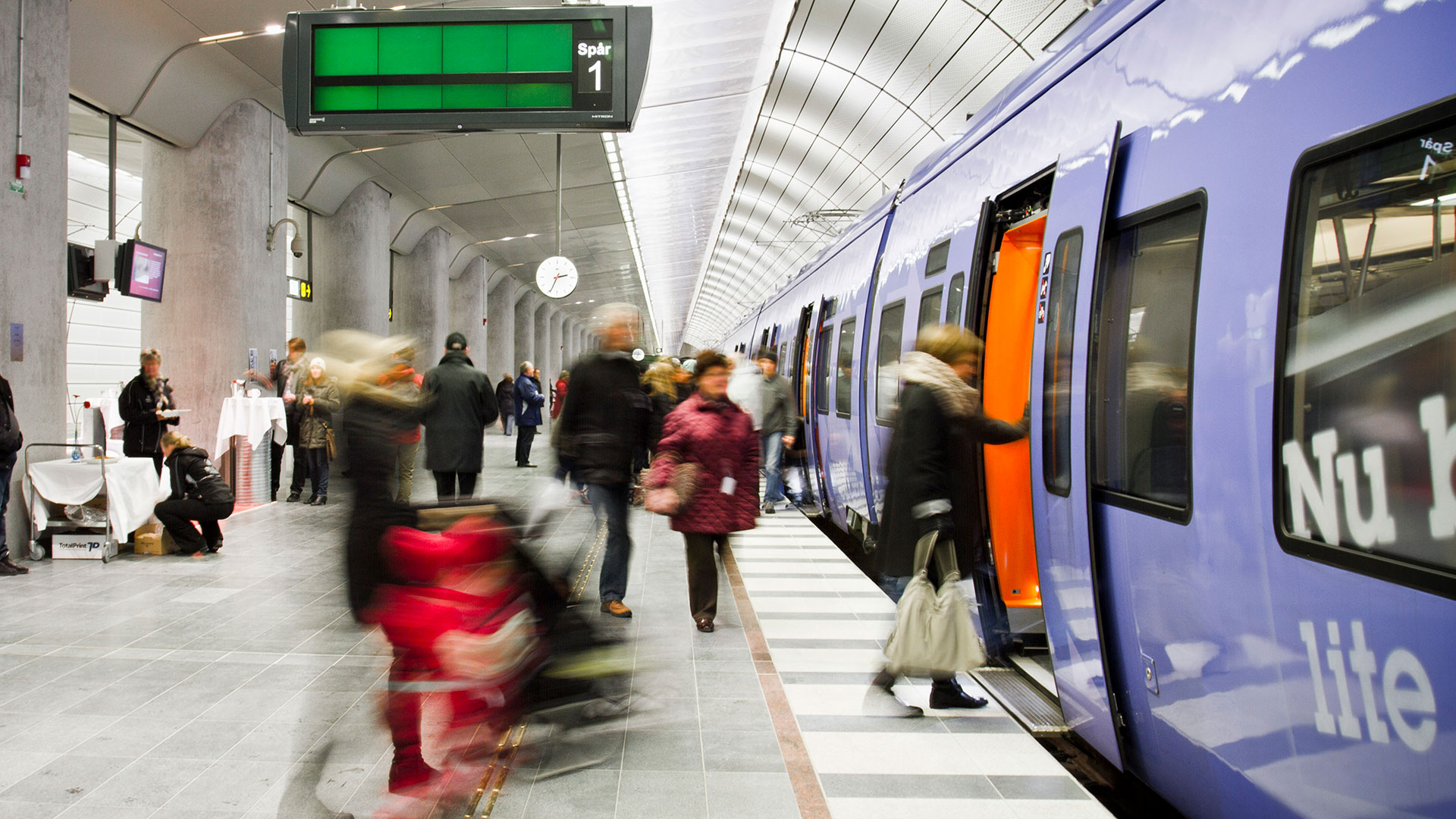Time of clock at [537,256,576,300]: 2:34
